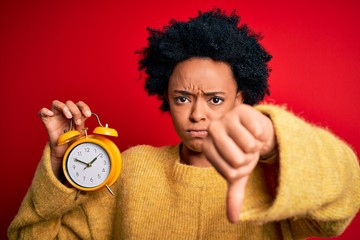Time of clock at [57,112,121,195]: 1:50
